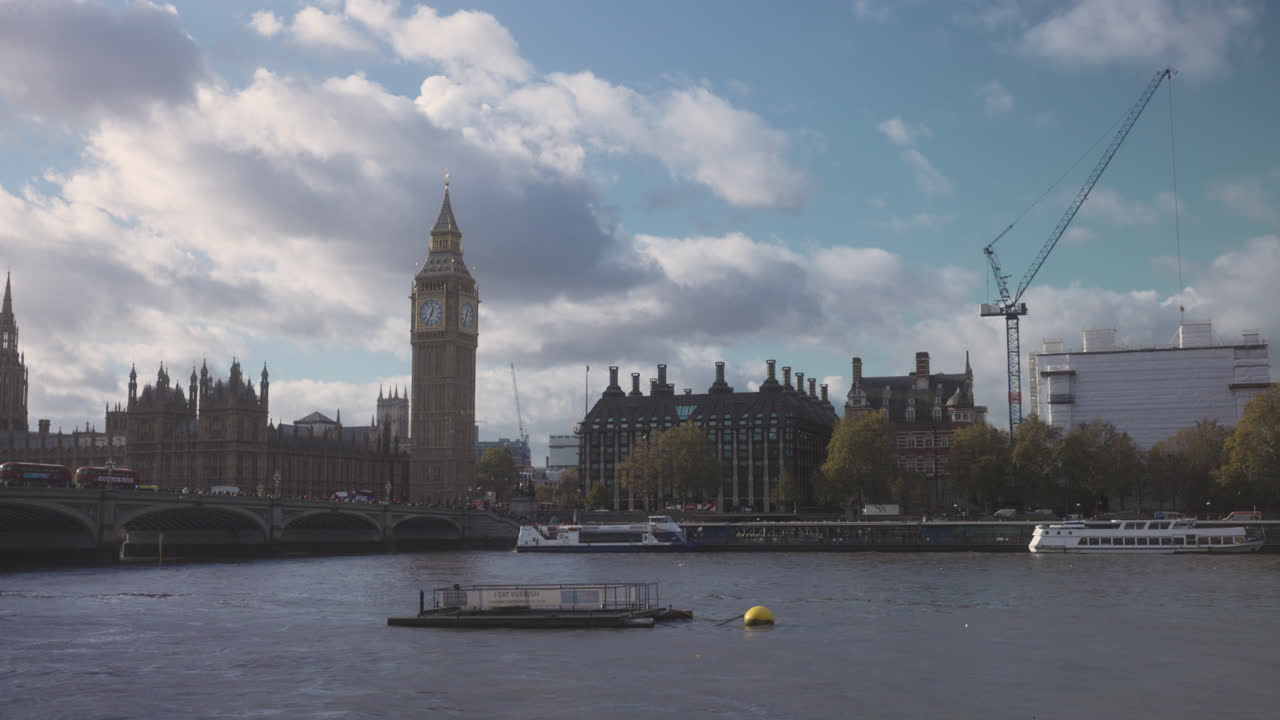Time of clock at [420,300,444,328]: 12:34
